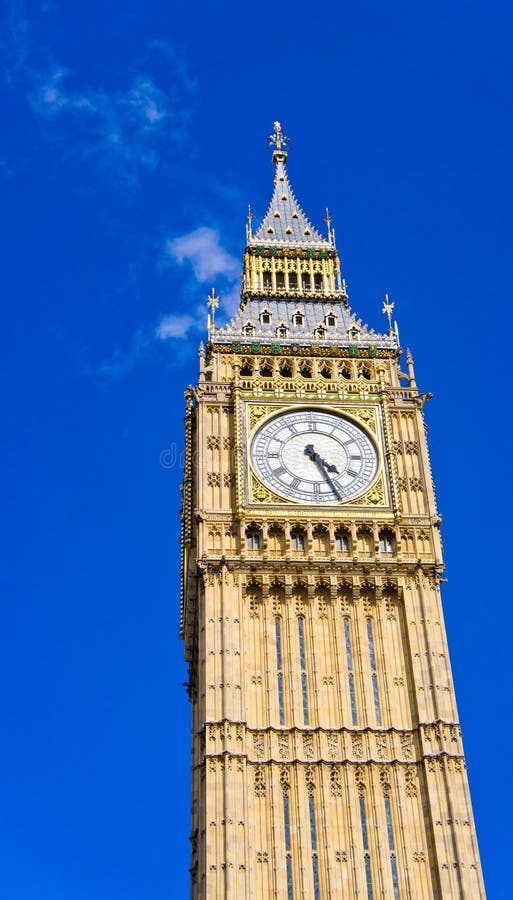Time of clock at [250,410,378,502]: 4:26
